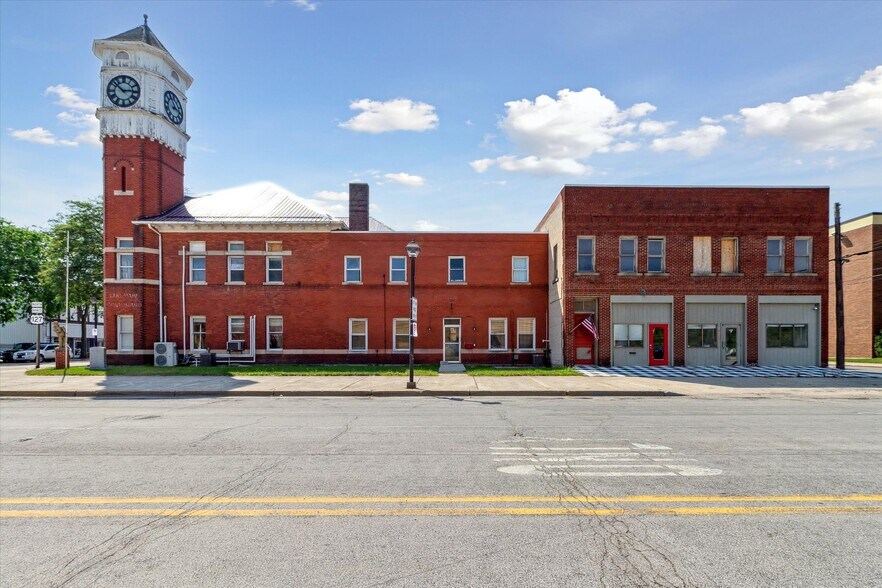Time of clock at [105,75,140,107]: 2:51
